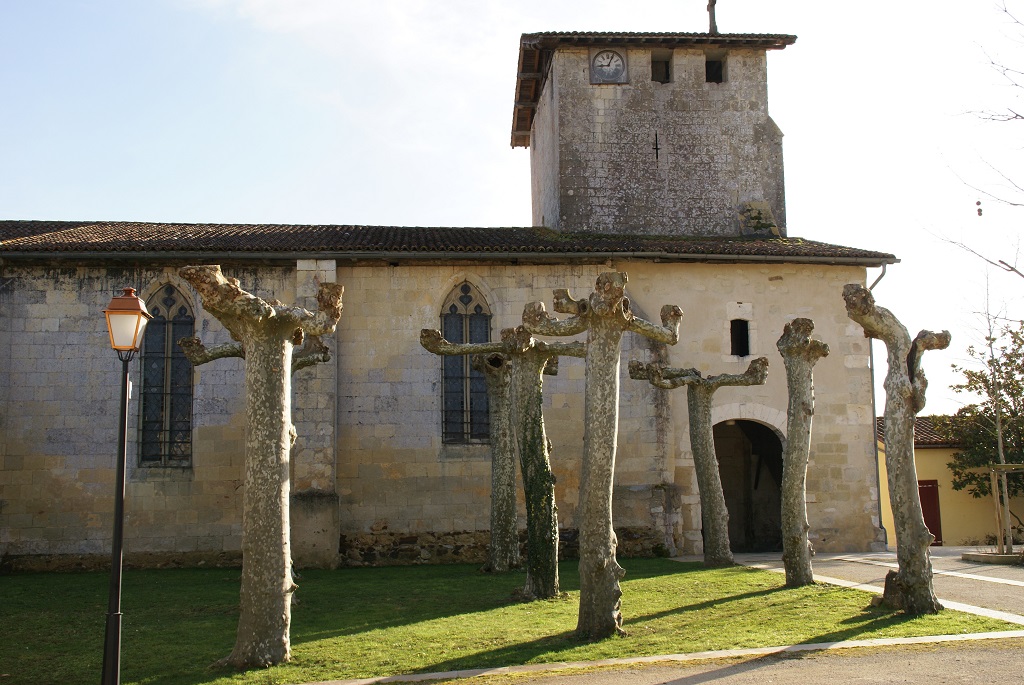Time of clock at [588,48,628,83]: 9:04
